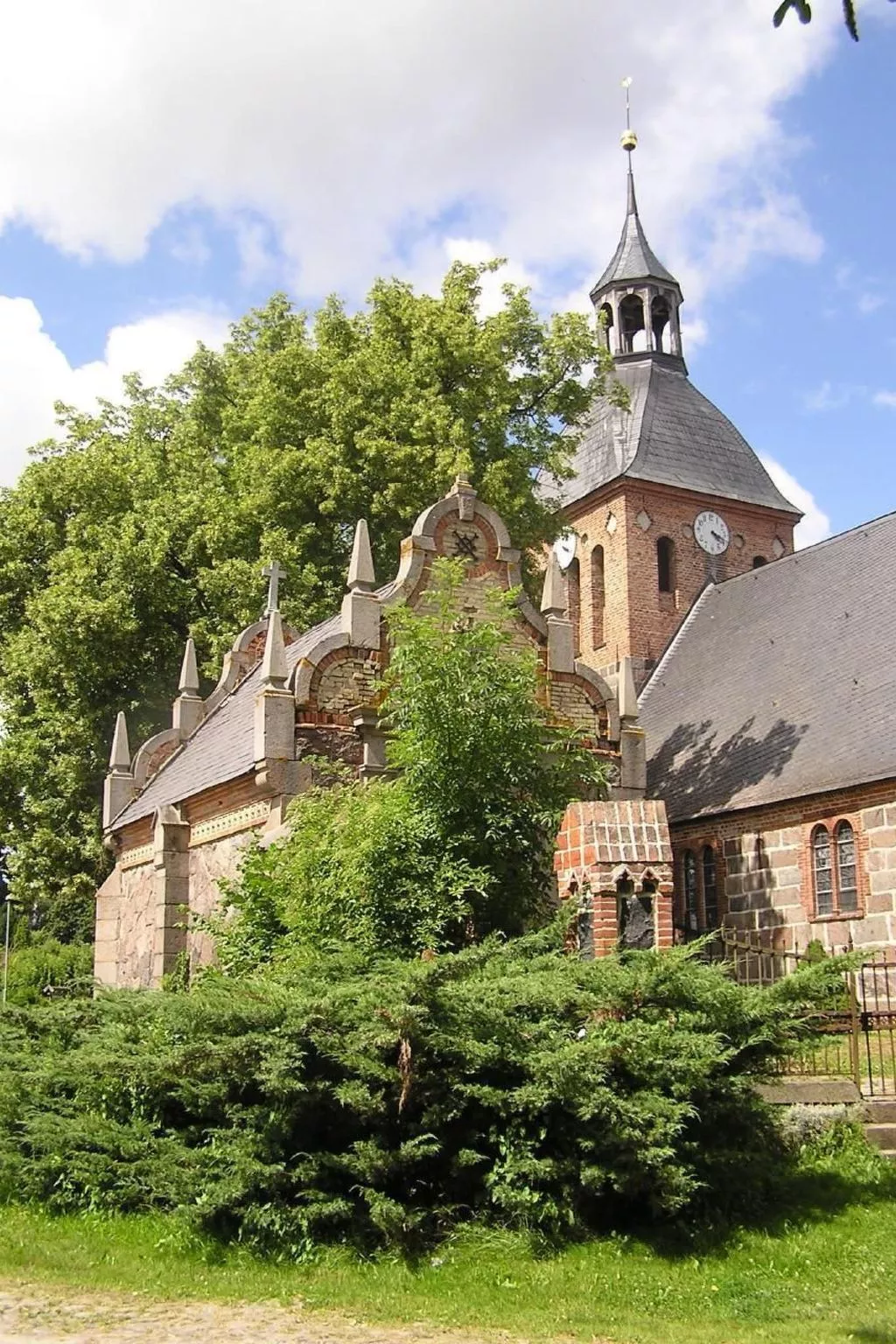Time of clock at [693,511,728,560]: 4:18
